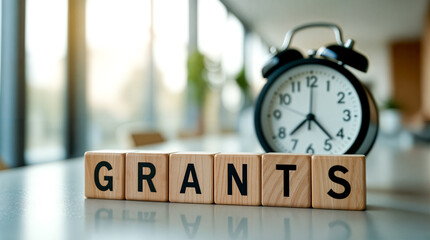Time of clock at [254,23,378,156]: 7:22
